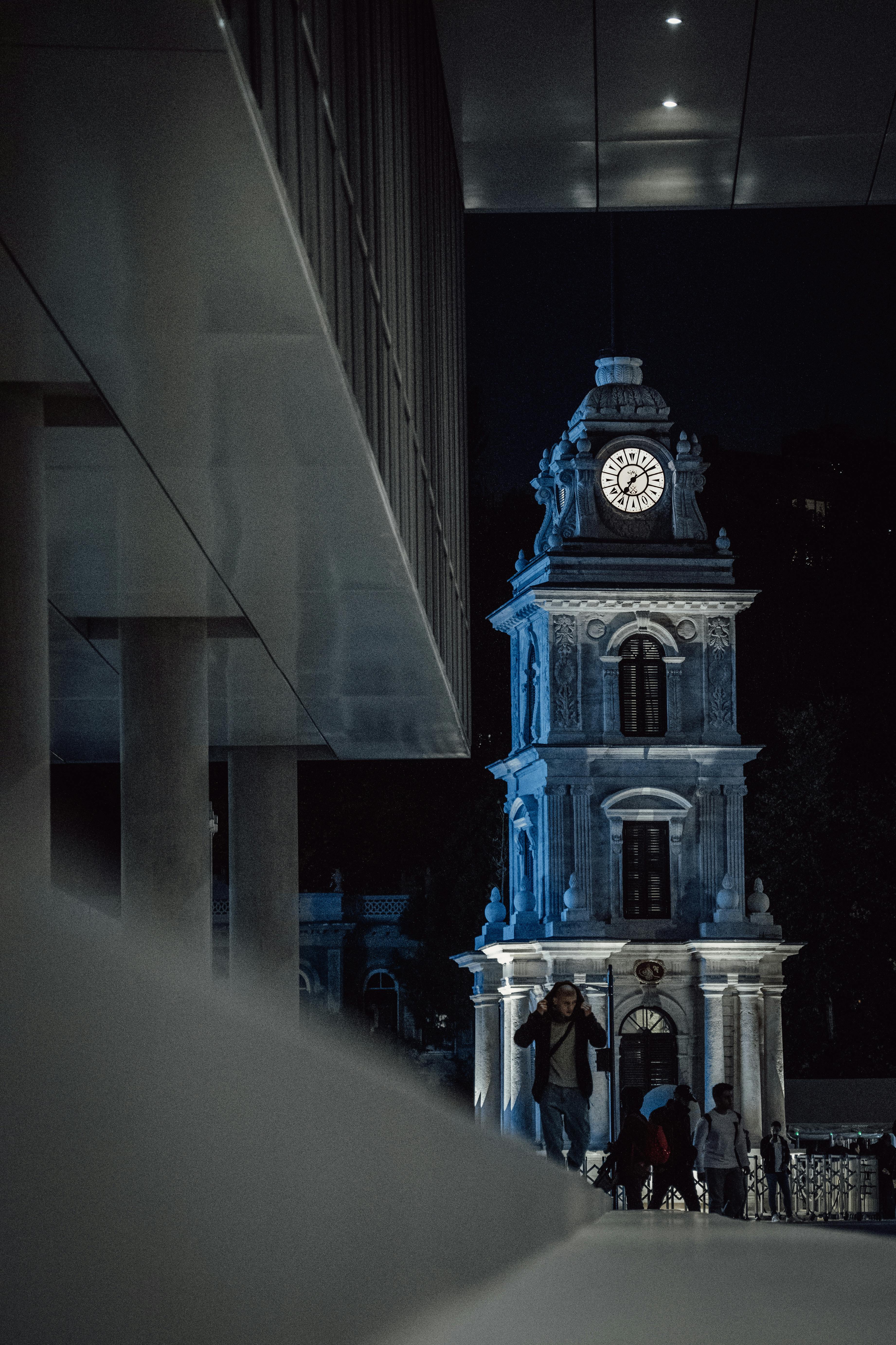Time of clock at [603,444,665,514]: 7:09
